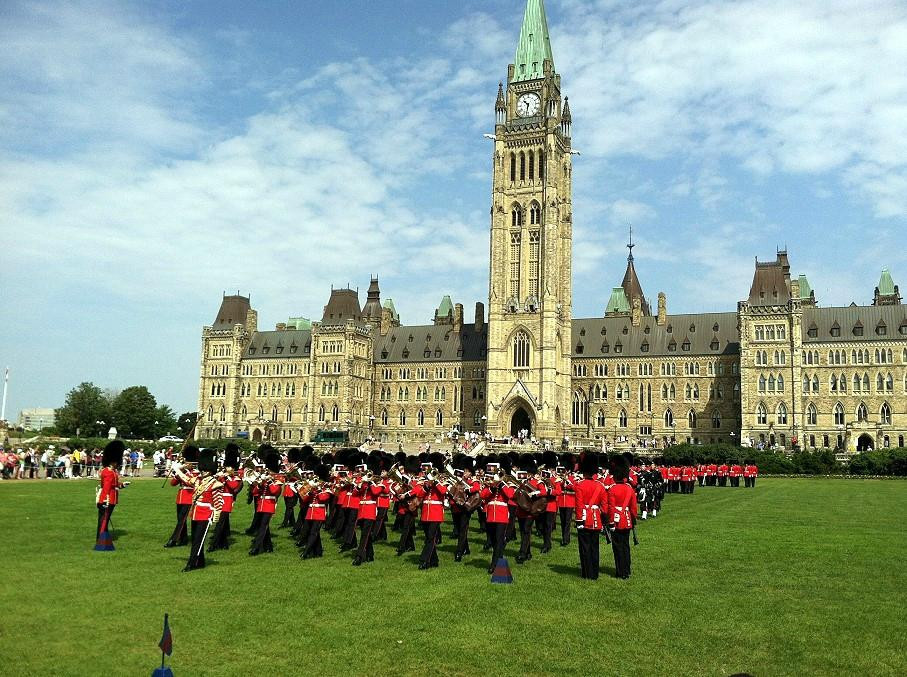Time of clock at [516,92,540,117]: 10:32
